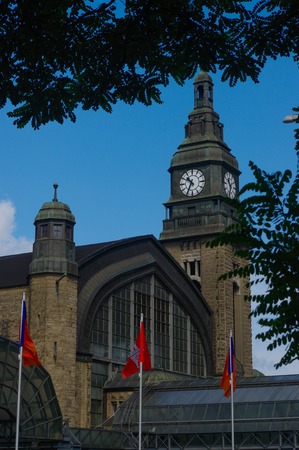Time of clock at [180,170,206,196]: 10:34
